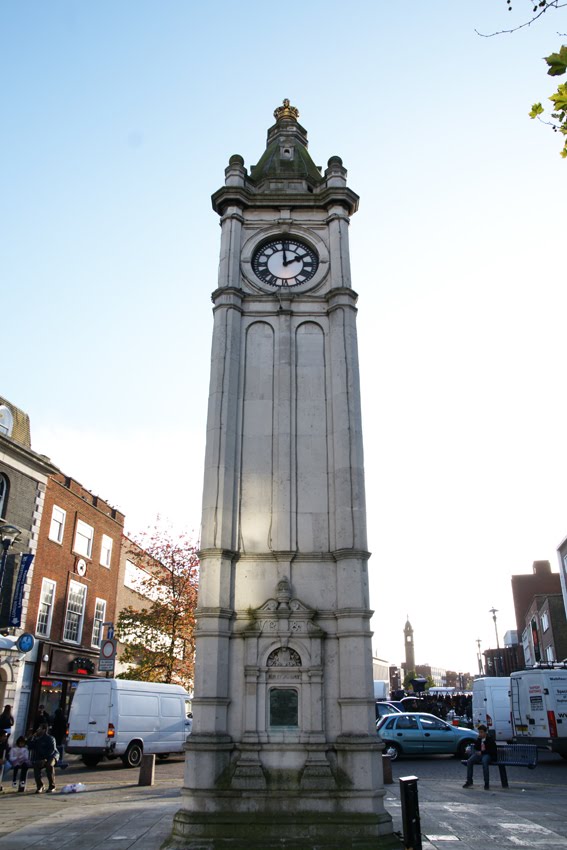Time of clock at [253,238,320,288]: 1:59
